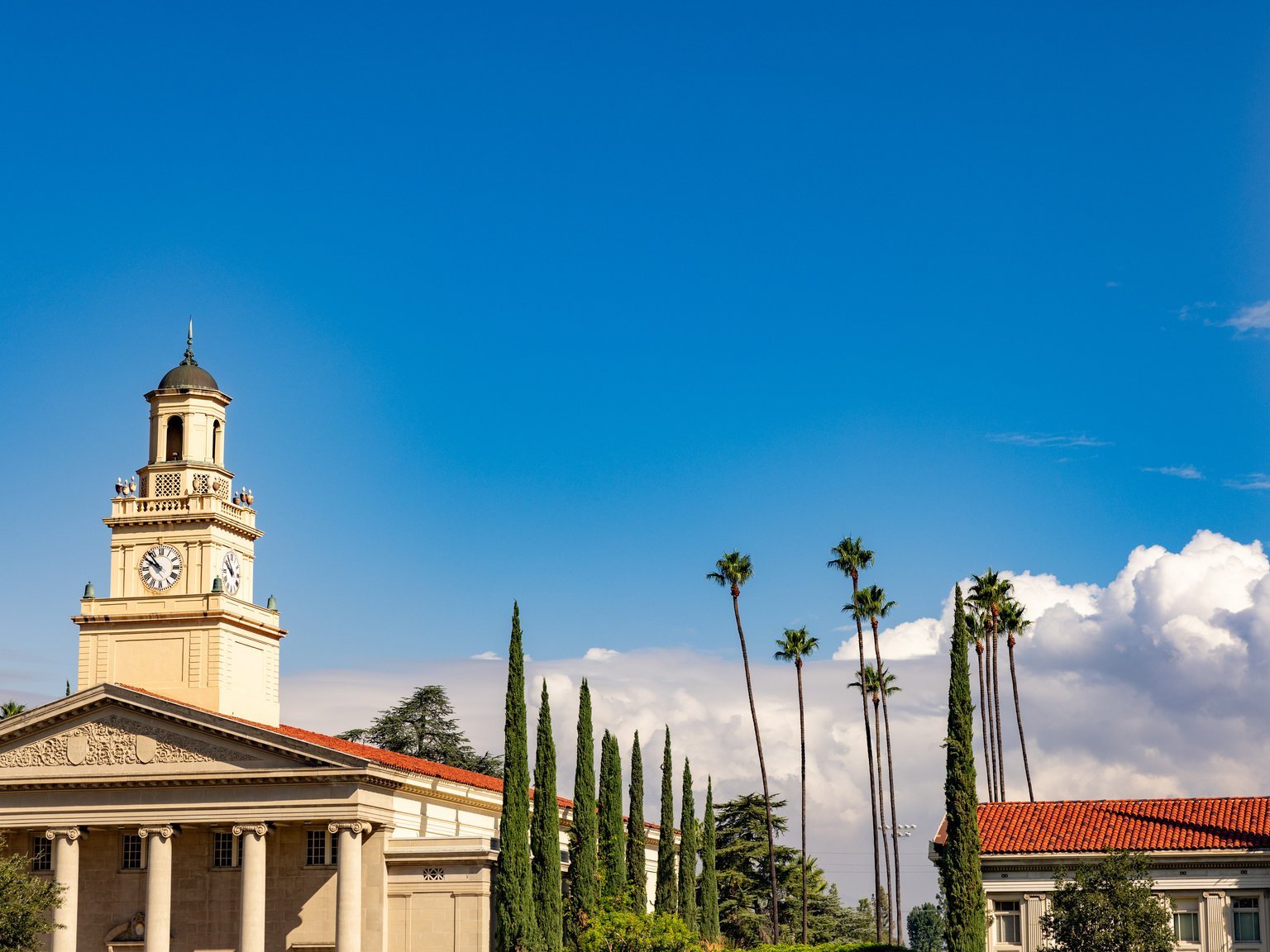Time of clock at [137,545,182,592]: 9:53
